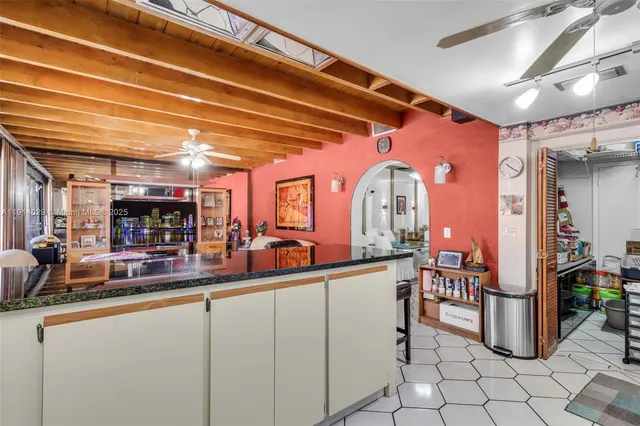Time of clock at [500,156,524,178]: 10:20
